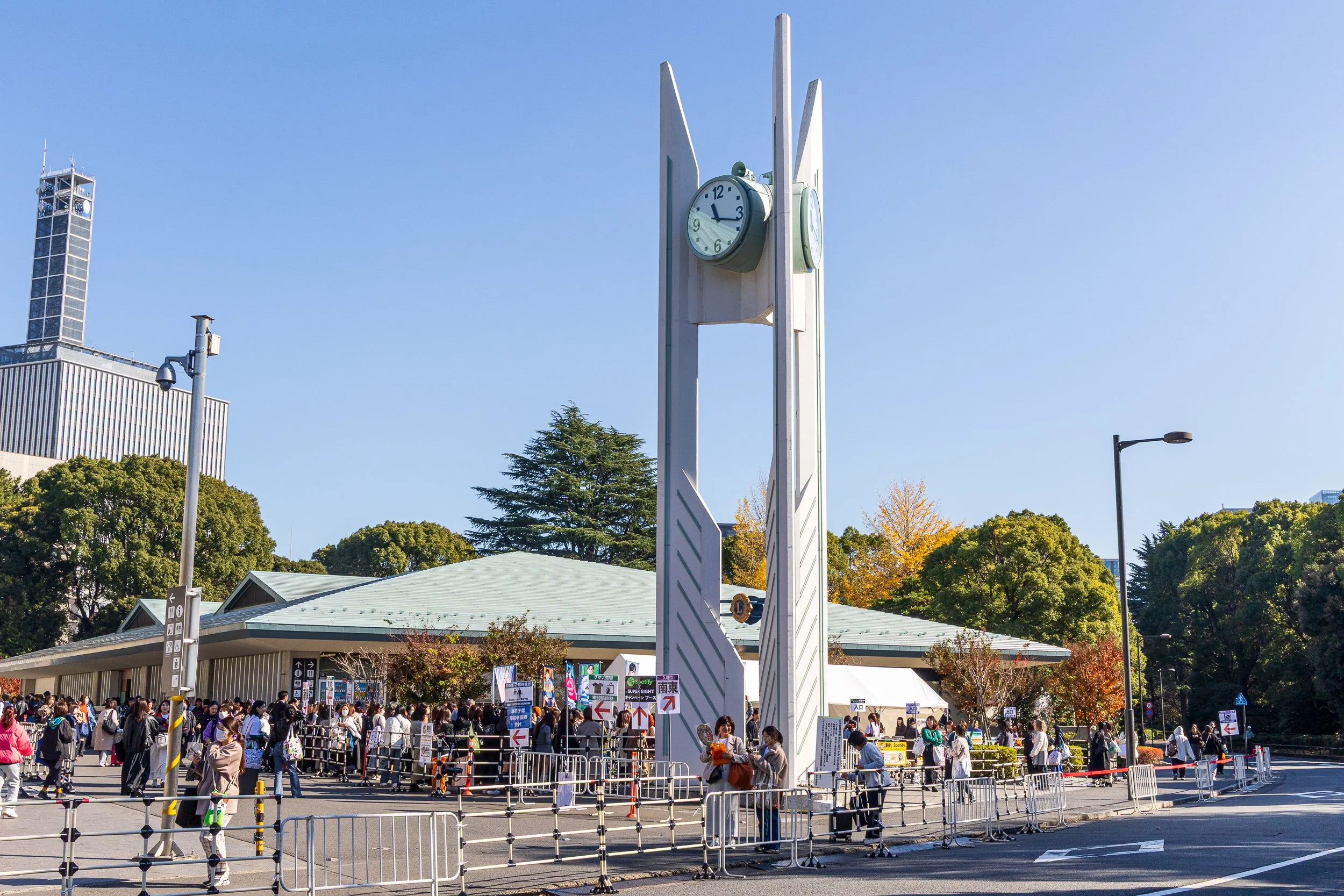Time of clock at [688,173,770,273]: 11:17
